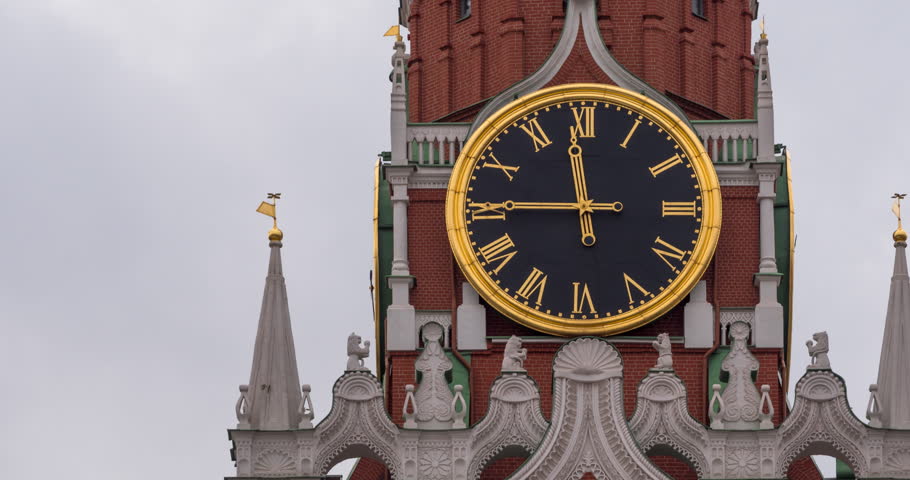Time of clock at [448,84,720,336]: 11:45
